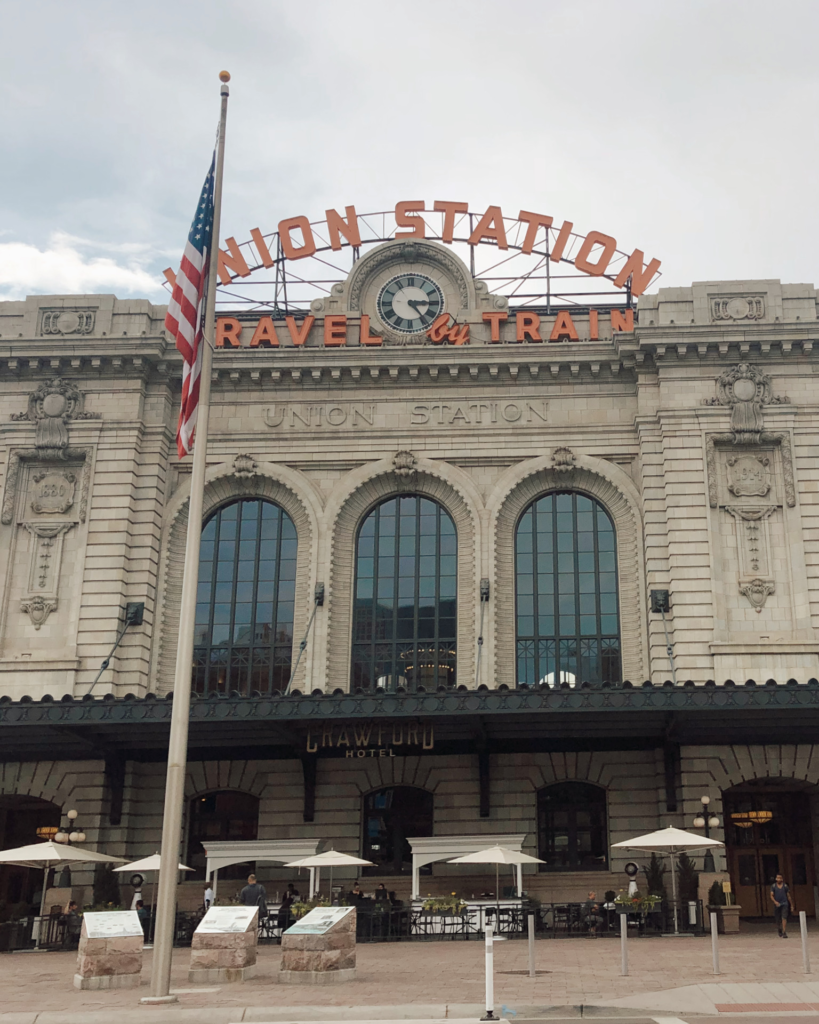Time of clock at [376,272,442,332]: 3:23
